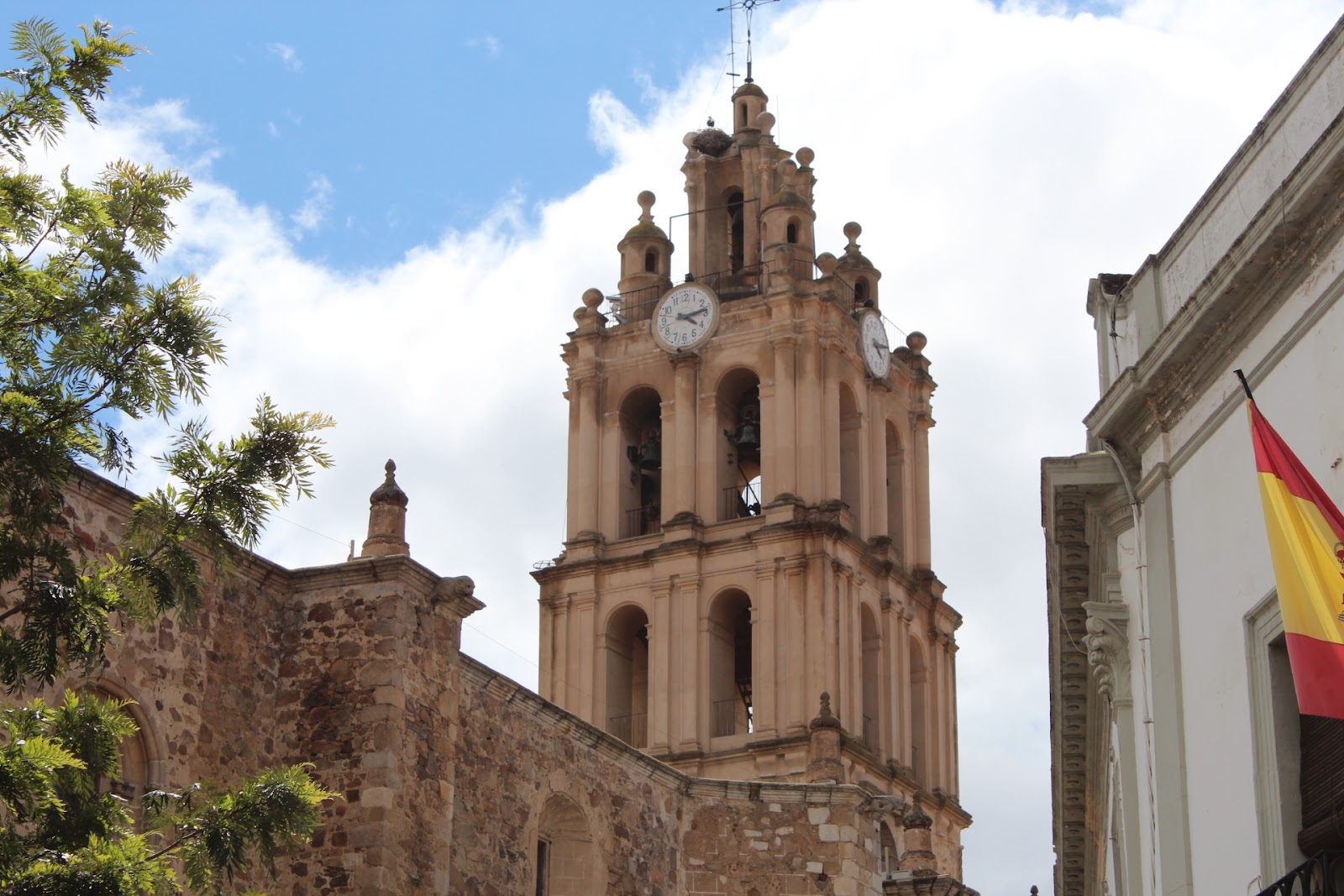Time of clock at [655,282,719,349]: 4:13
